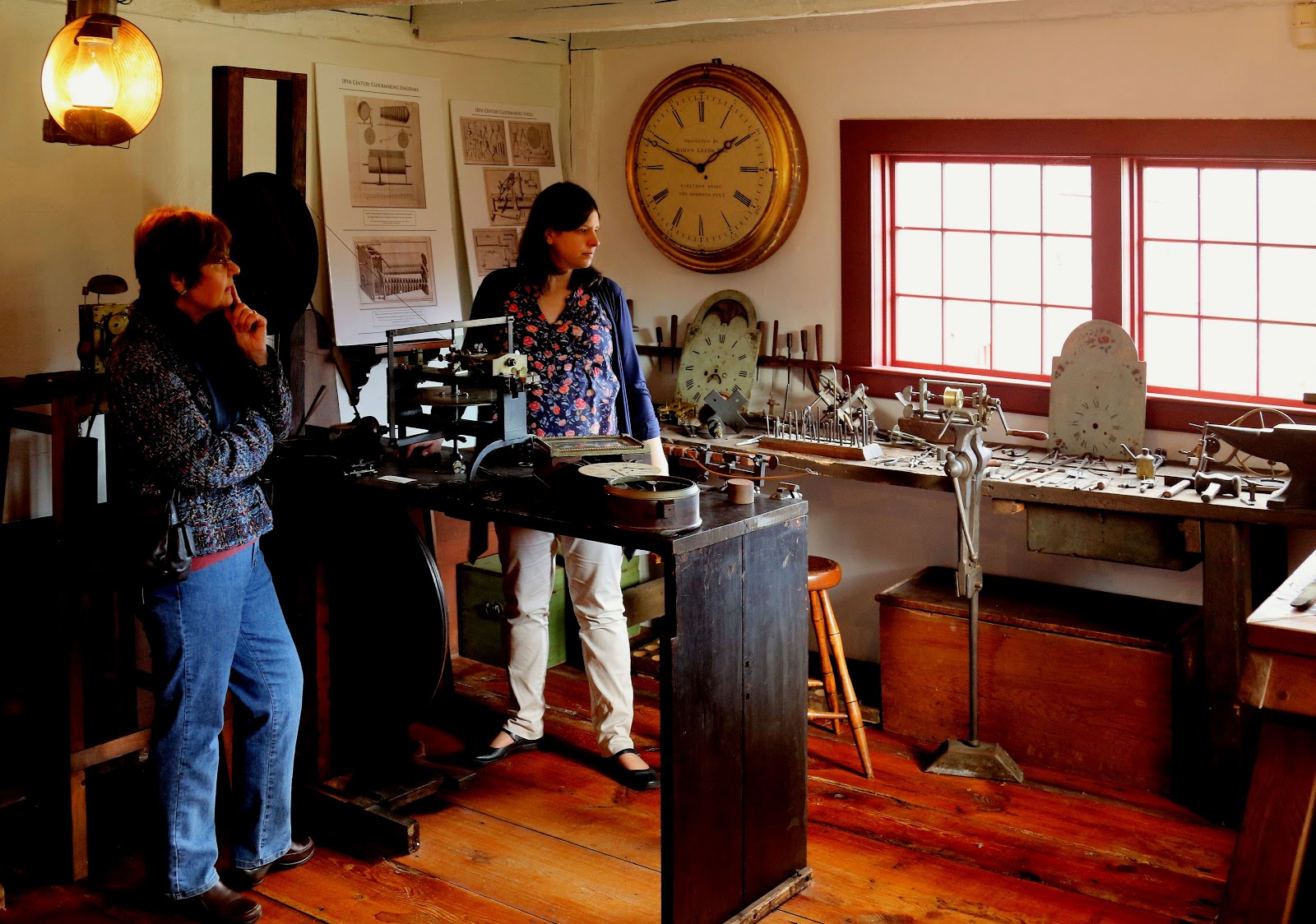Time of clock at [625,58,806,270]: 1:48
